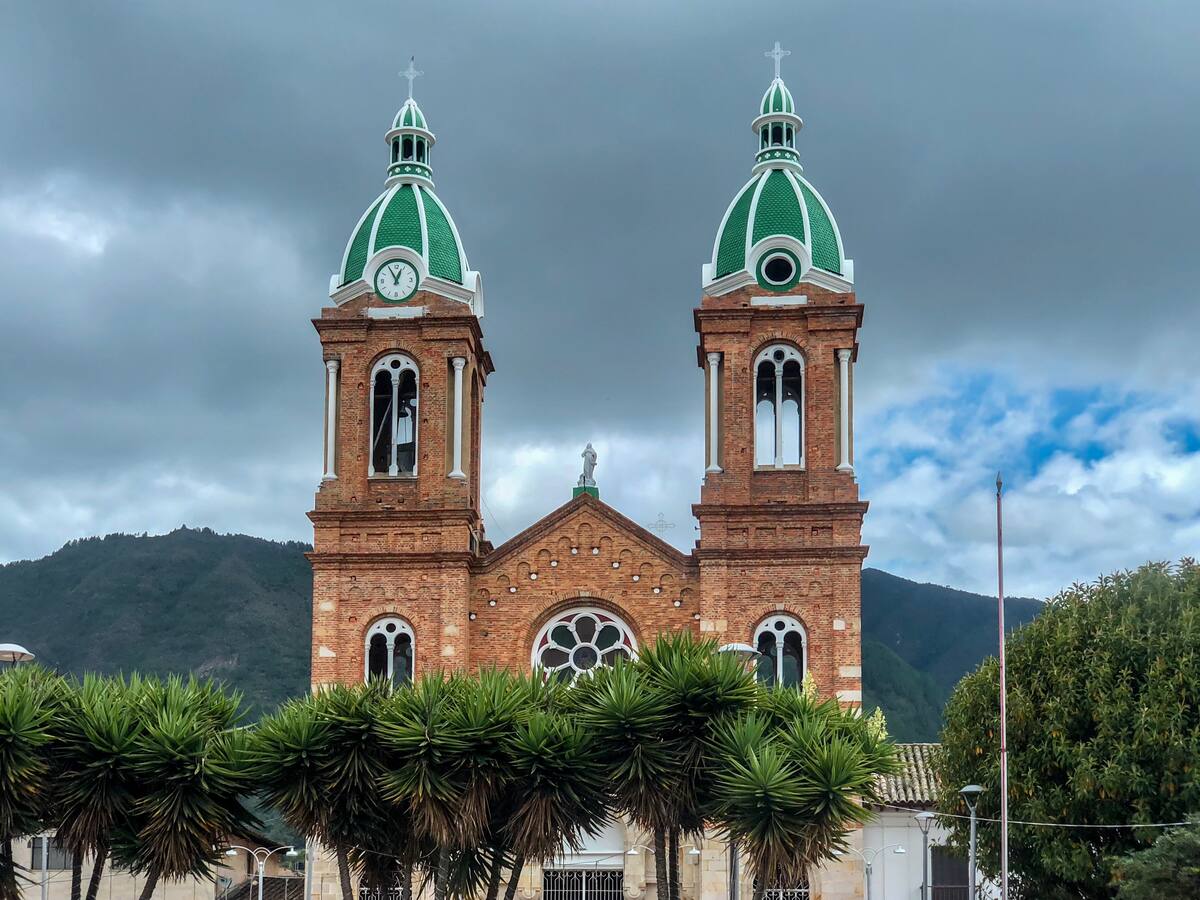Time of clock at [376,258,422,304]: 12:55
